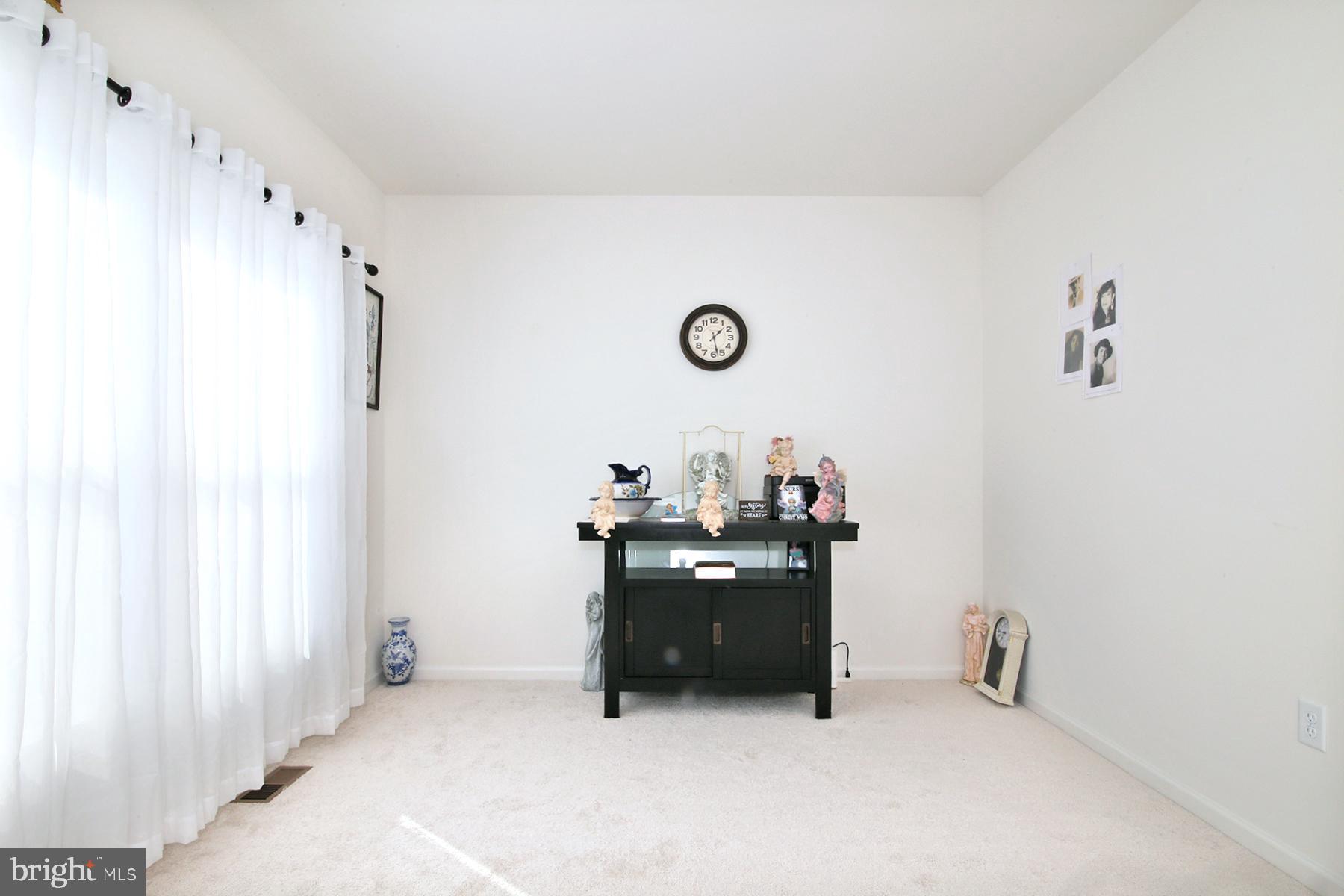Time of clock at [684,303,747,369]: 1:28
